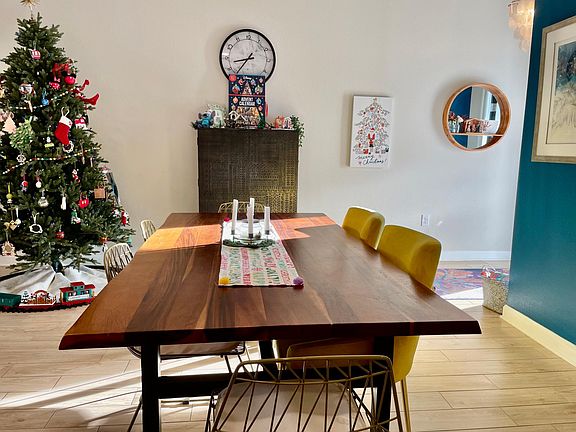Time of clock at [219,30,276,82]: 8:36
